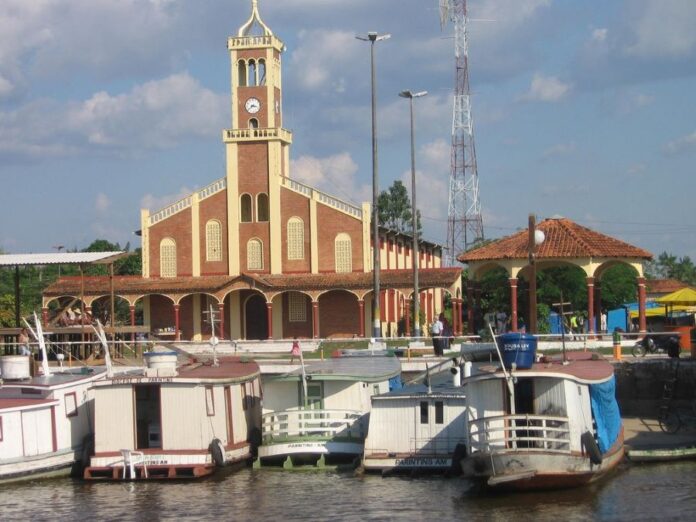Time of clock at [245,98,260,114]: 3:39
